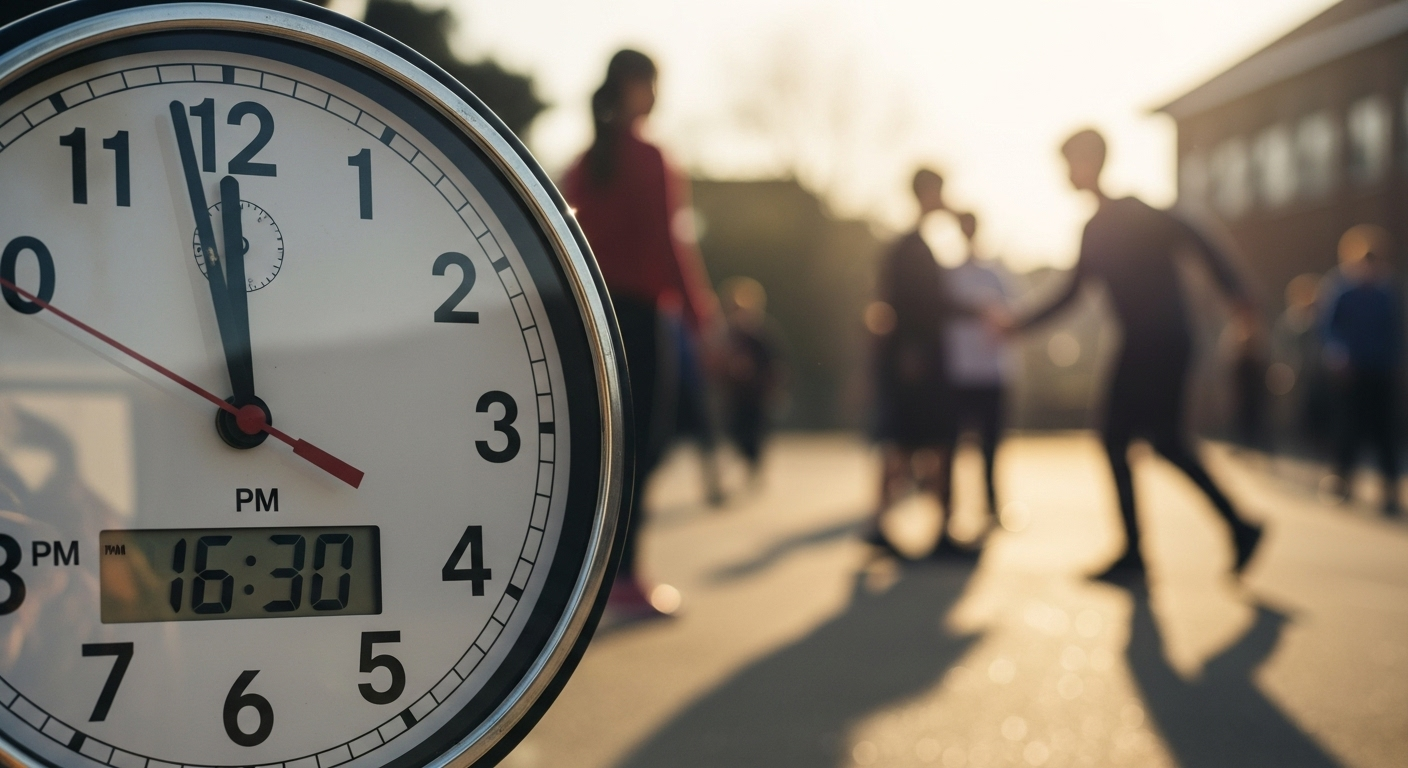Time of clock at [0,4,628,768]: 11:58
